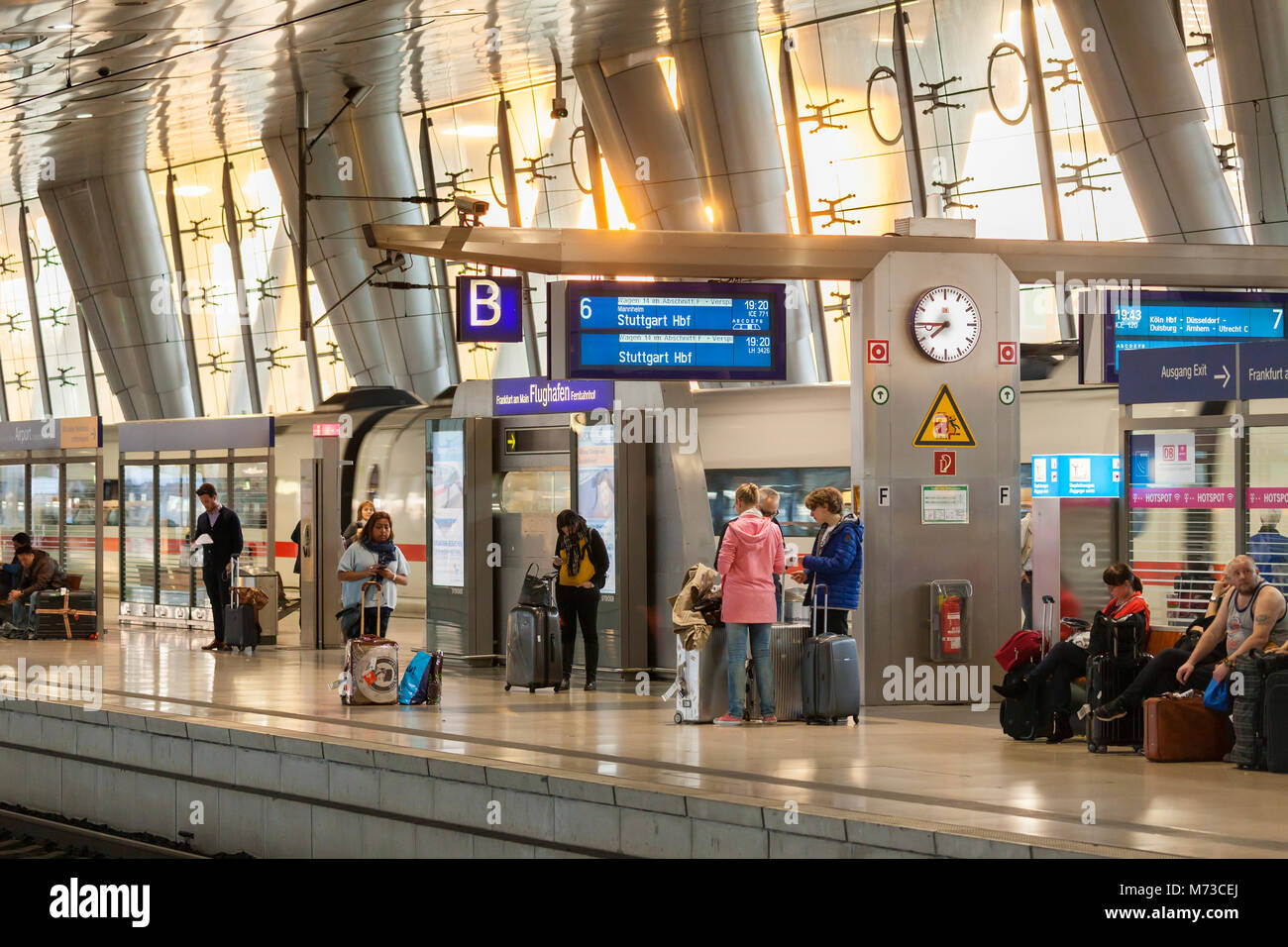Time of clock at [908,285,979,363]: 7:45
